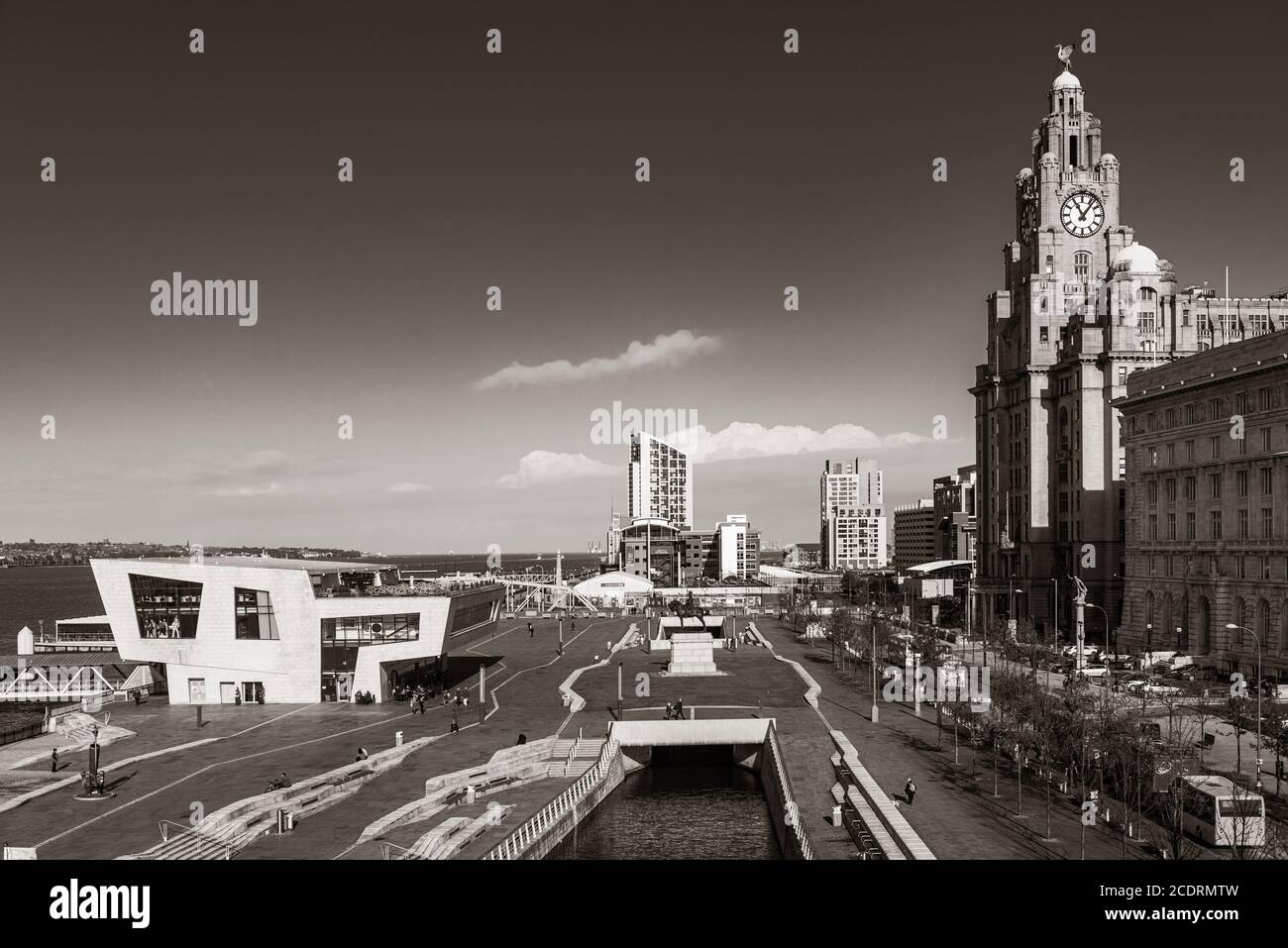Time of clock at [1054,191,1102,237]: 11:06
